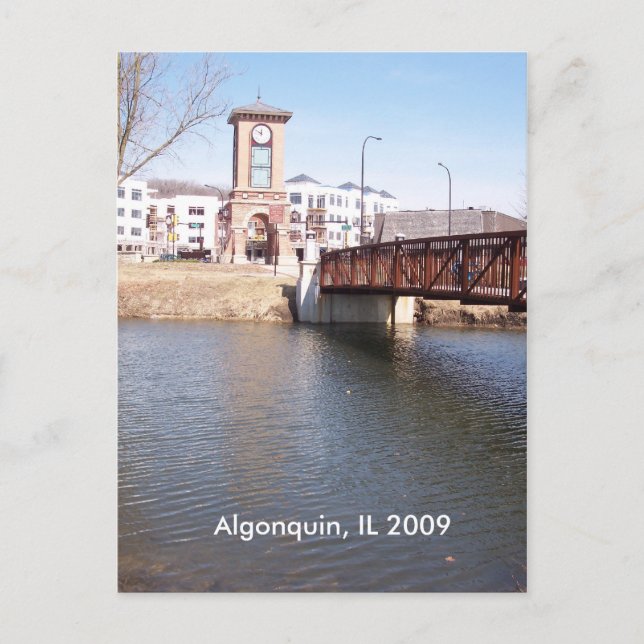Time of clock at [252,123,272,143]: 11:50
